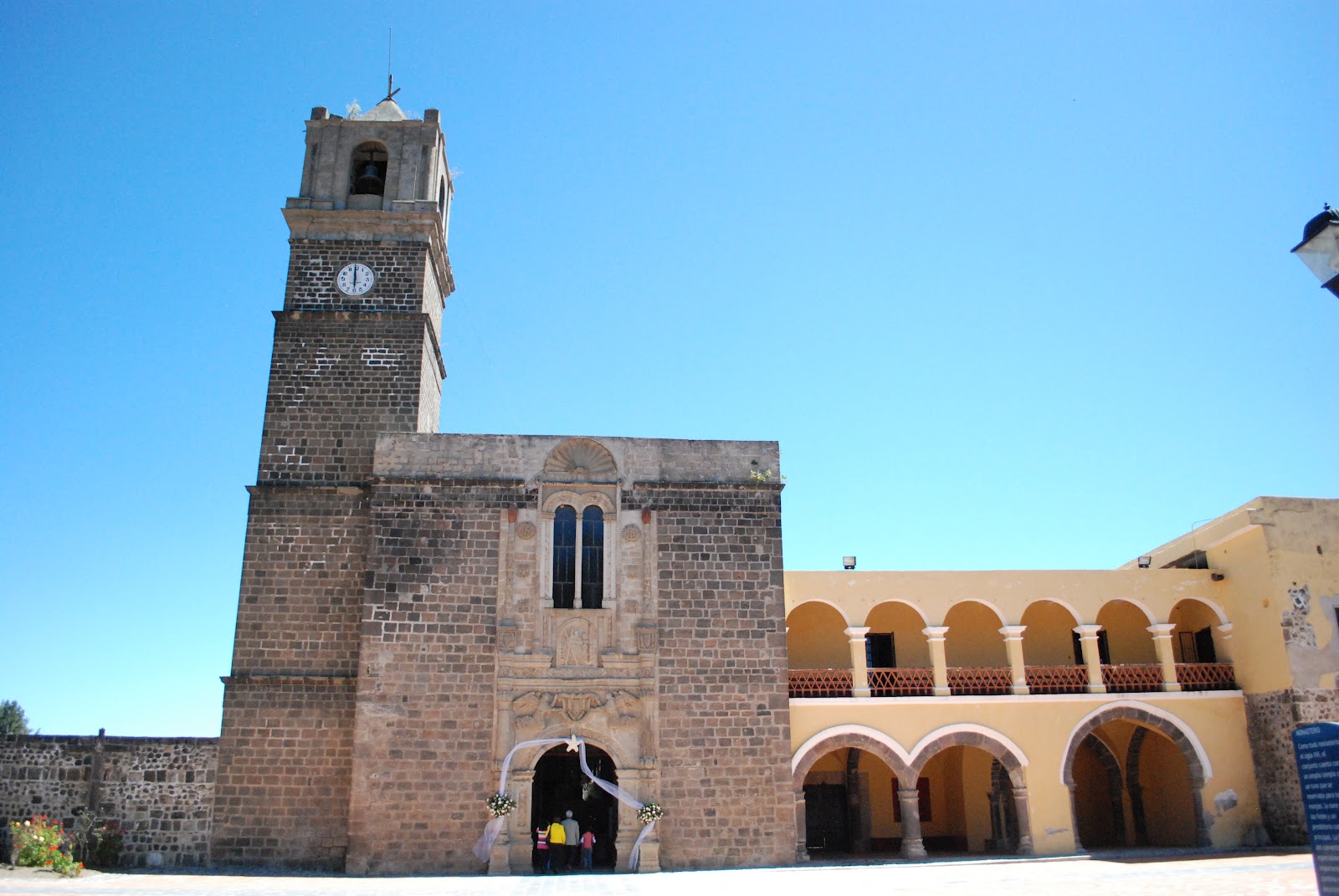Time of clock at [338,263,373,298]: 5:59
